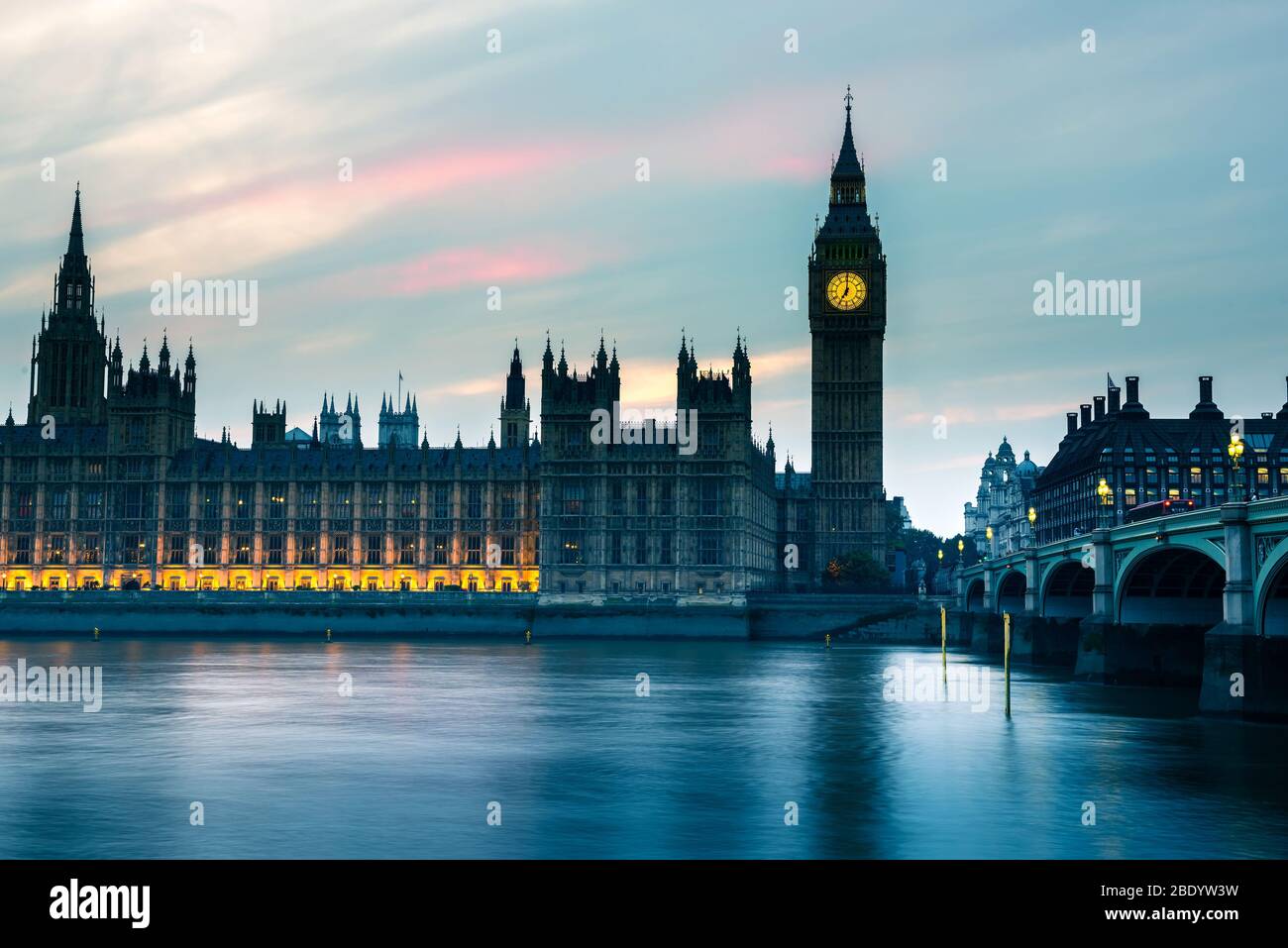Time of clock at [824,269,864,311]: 7:00
